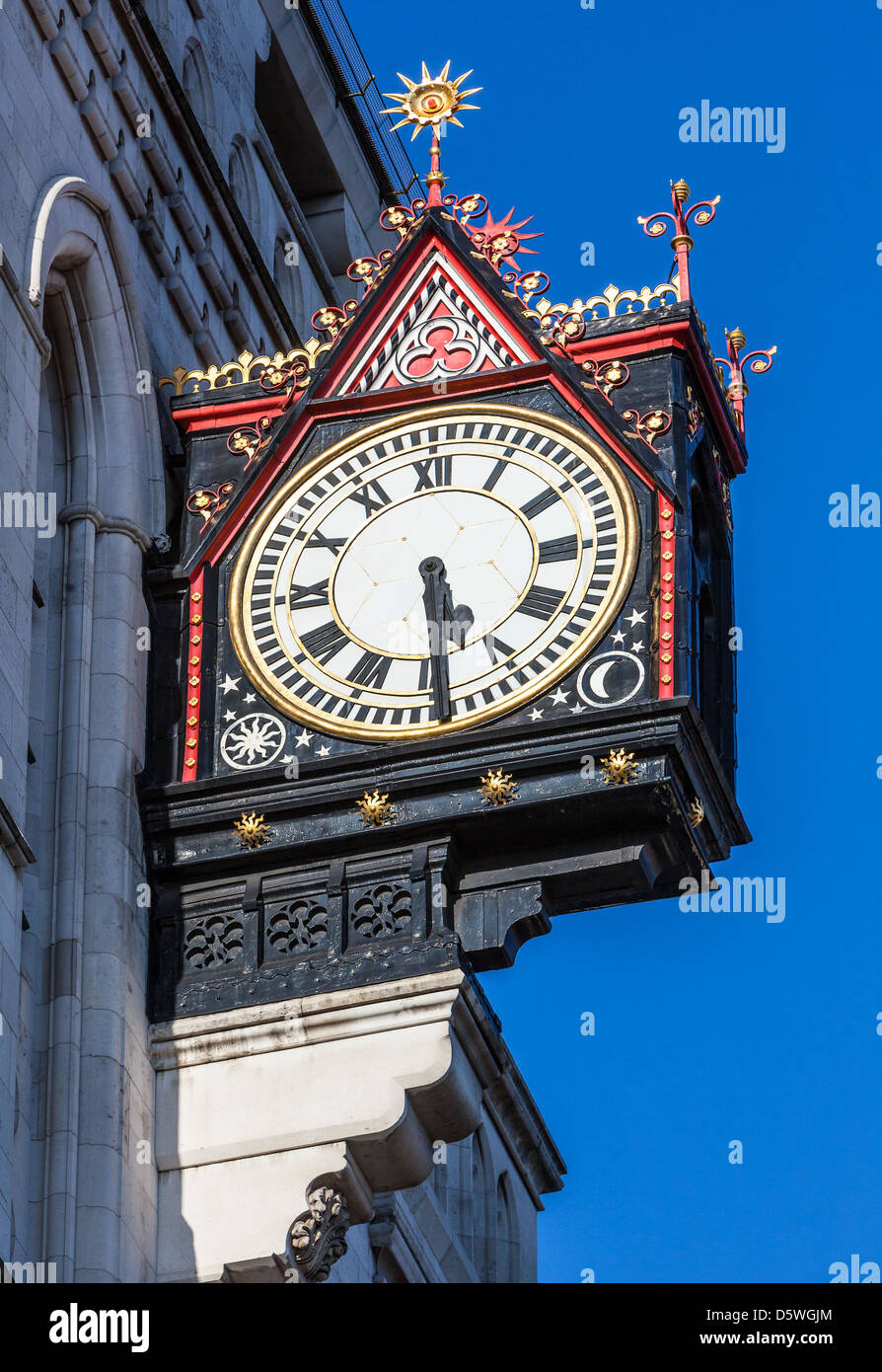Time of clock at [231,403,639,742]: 5:29
